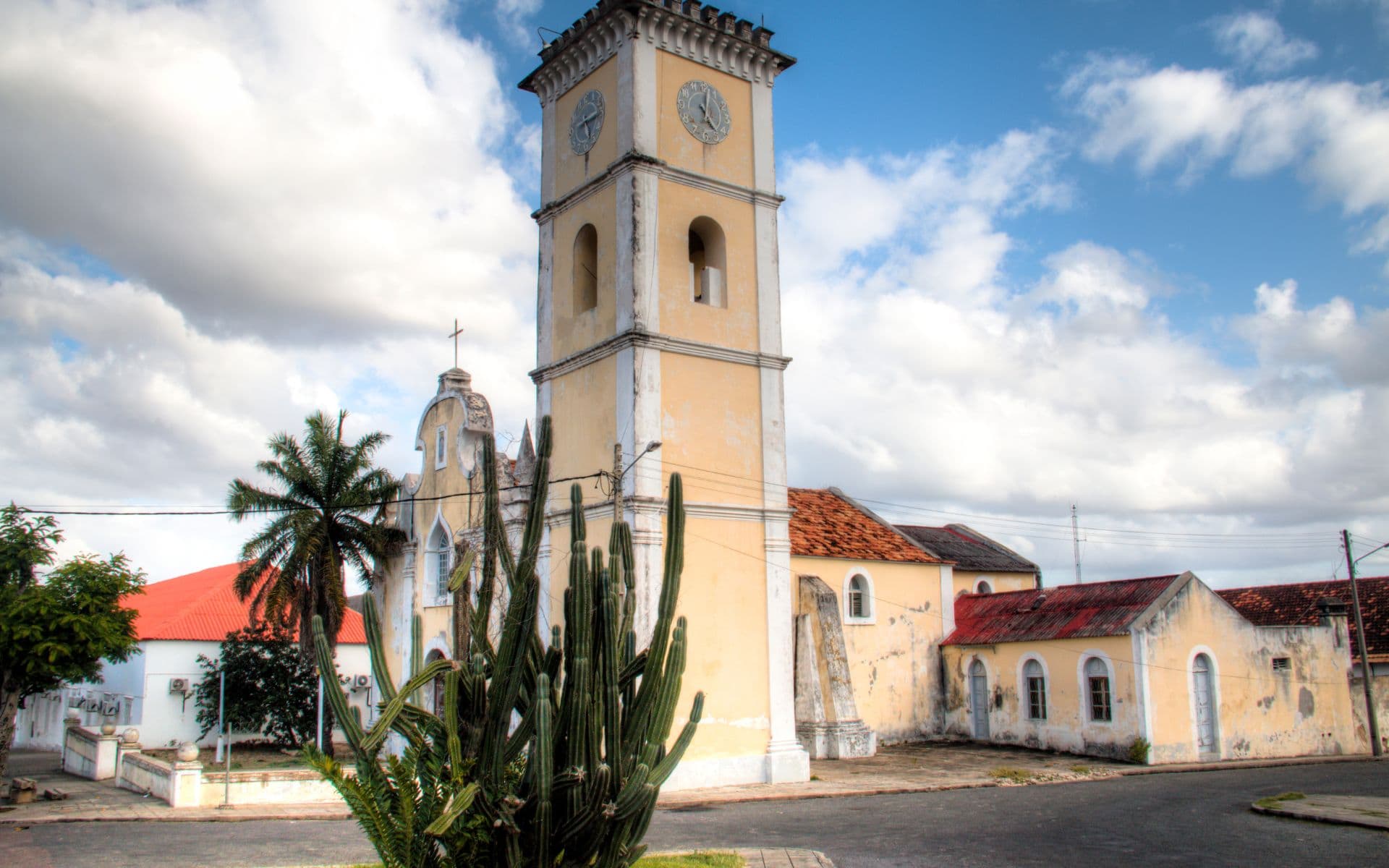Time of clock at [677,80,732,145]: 5:01
